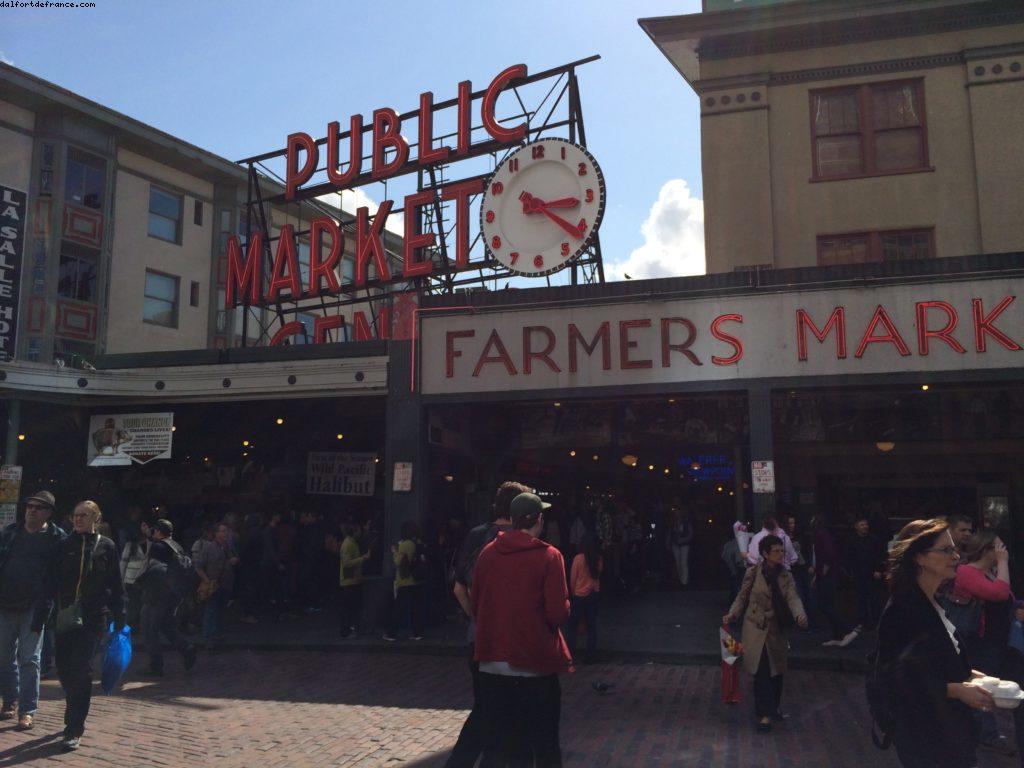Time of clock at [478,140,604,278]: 3:21
